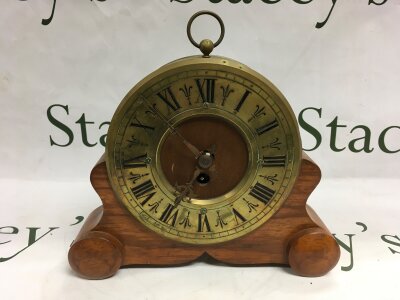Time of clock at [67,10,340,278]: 10:34
